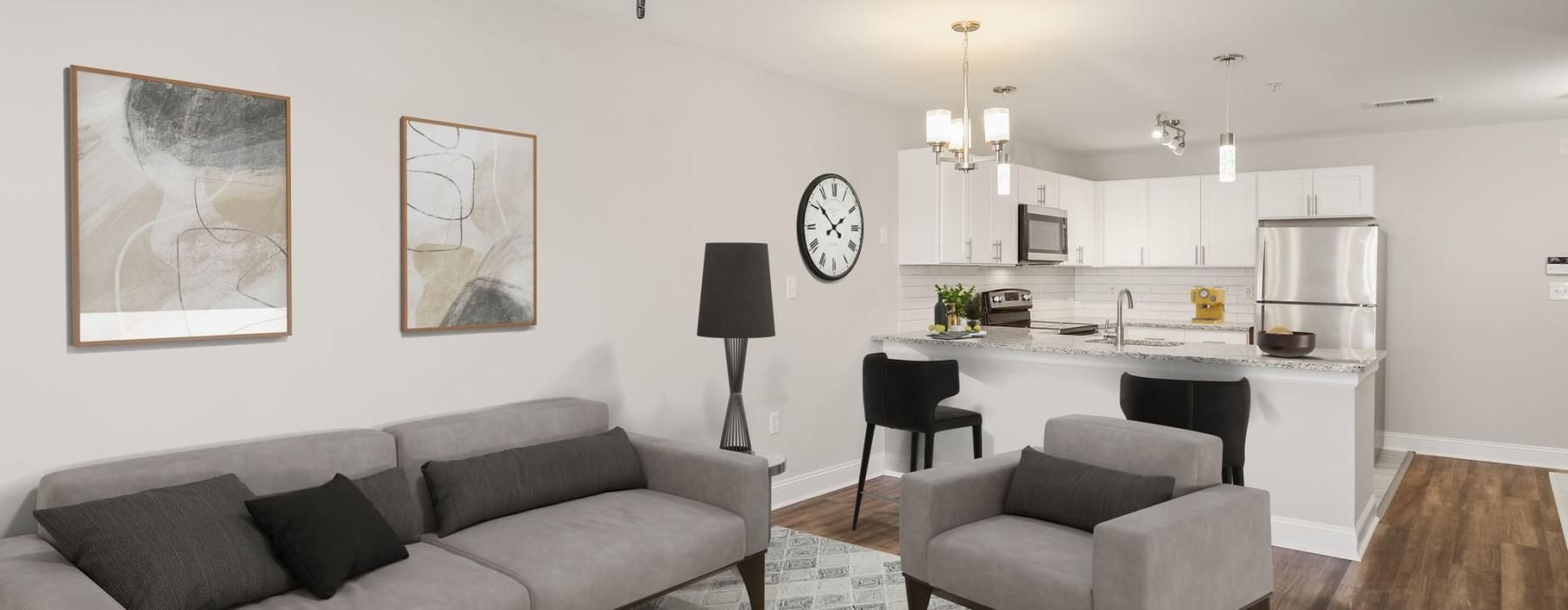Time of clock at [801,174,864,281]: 1:51
